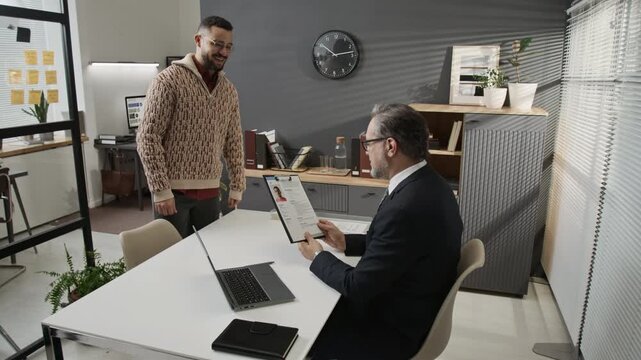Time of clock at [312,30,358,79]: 10:13
